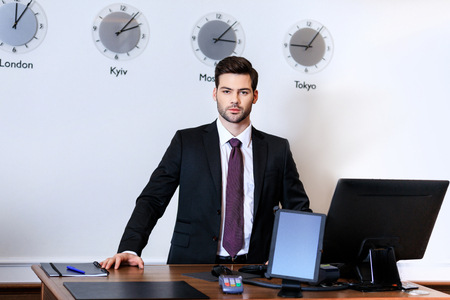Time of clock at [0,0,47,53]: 12:05
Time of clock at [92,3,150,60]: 2:06
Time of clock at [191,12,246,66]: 3:07
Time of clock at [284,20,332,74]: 9:06
